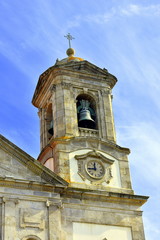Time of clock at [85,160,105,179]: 11:44
